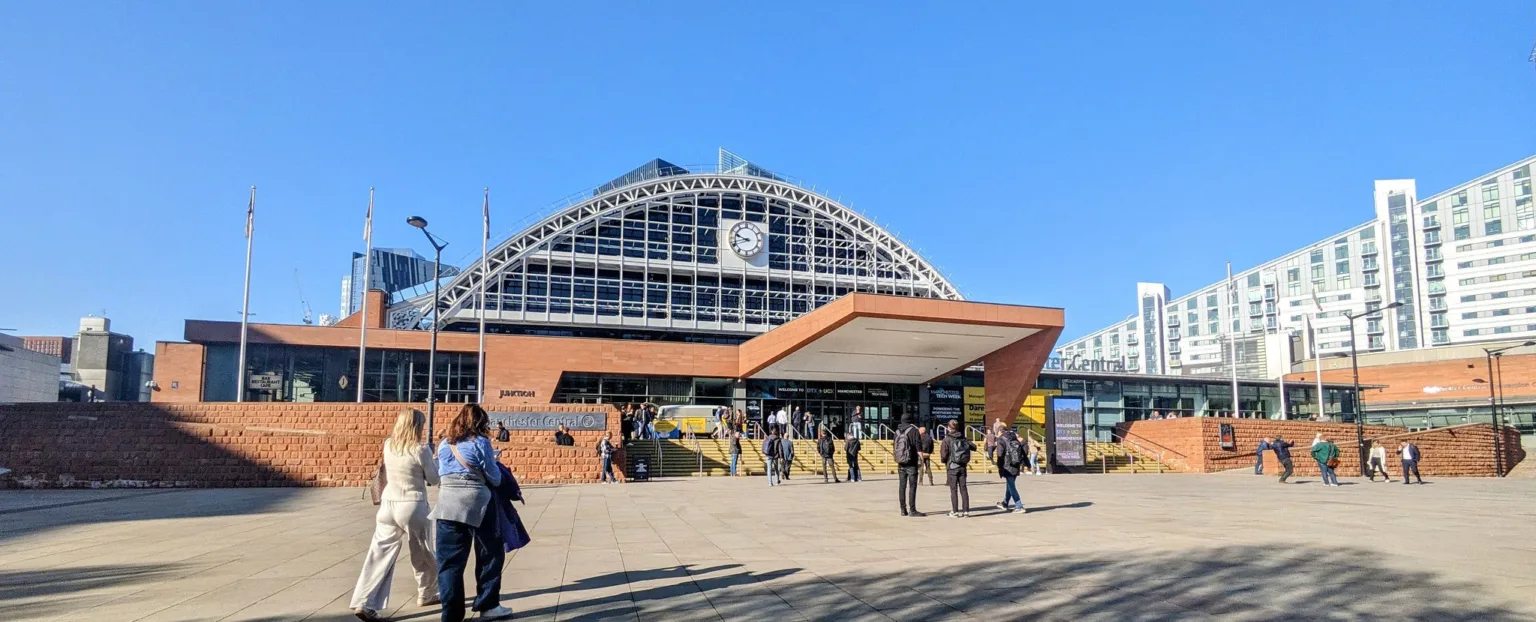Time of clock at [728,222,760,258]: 9:42
